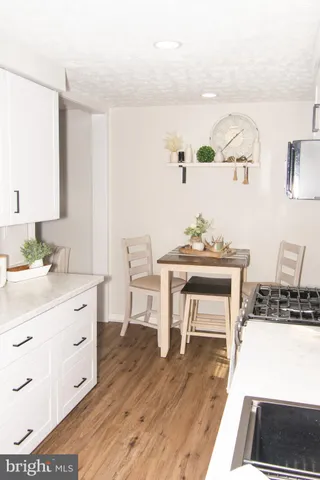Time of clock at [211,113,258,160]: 1:36
